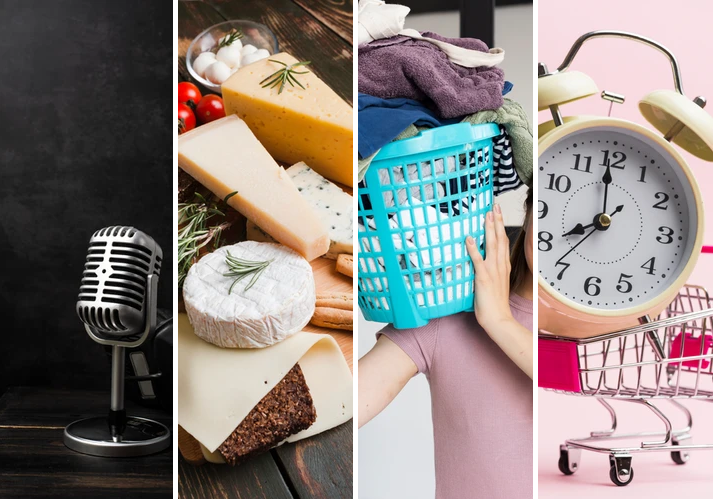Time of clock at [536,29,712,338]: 7:59
